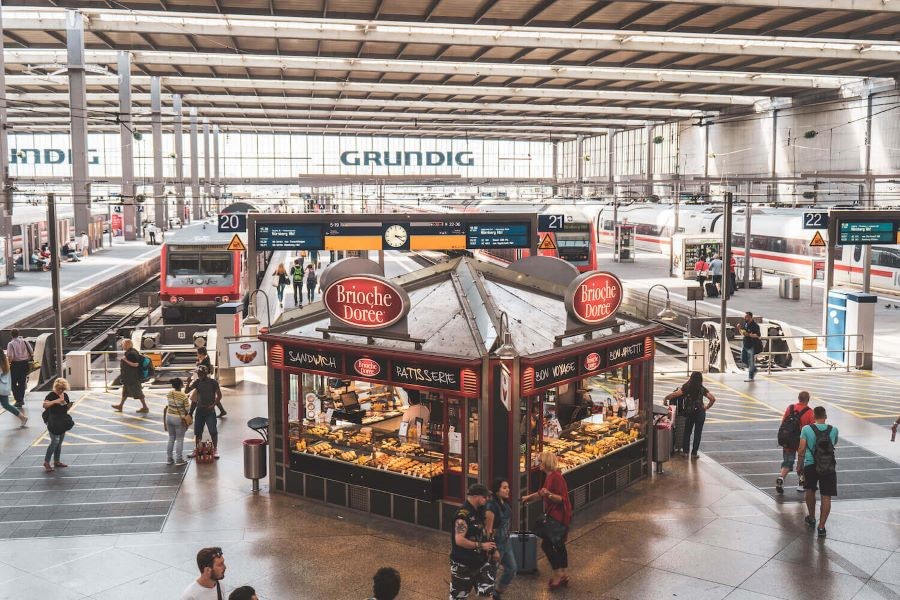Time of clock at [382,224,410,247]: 3:20
